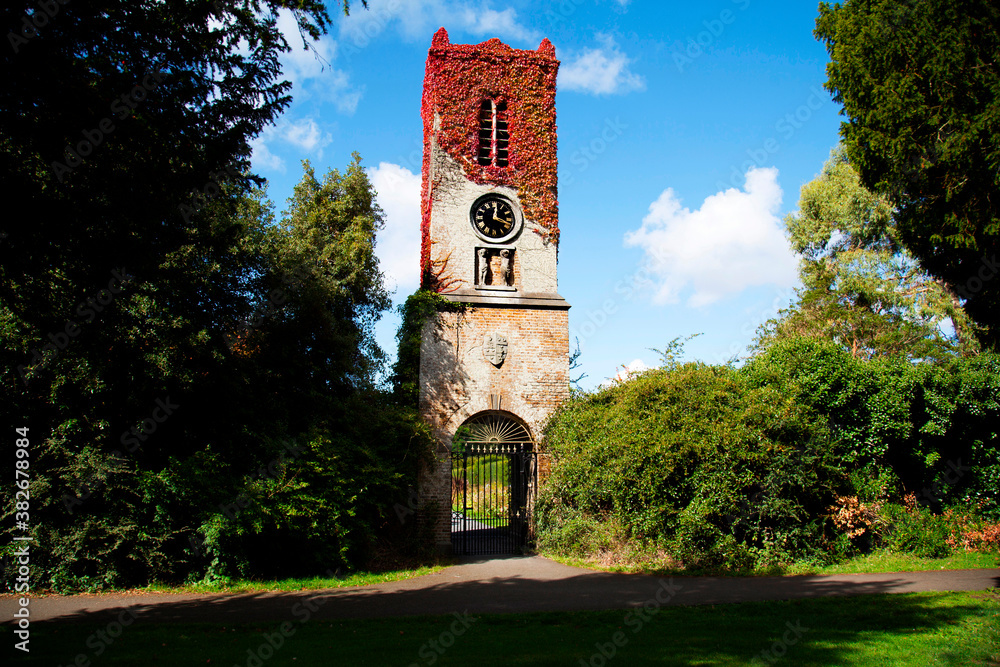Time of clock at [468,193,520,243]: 12:18
